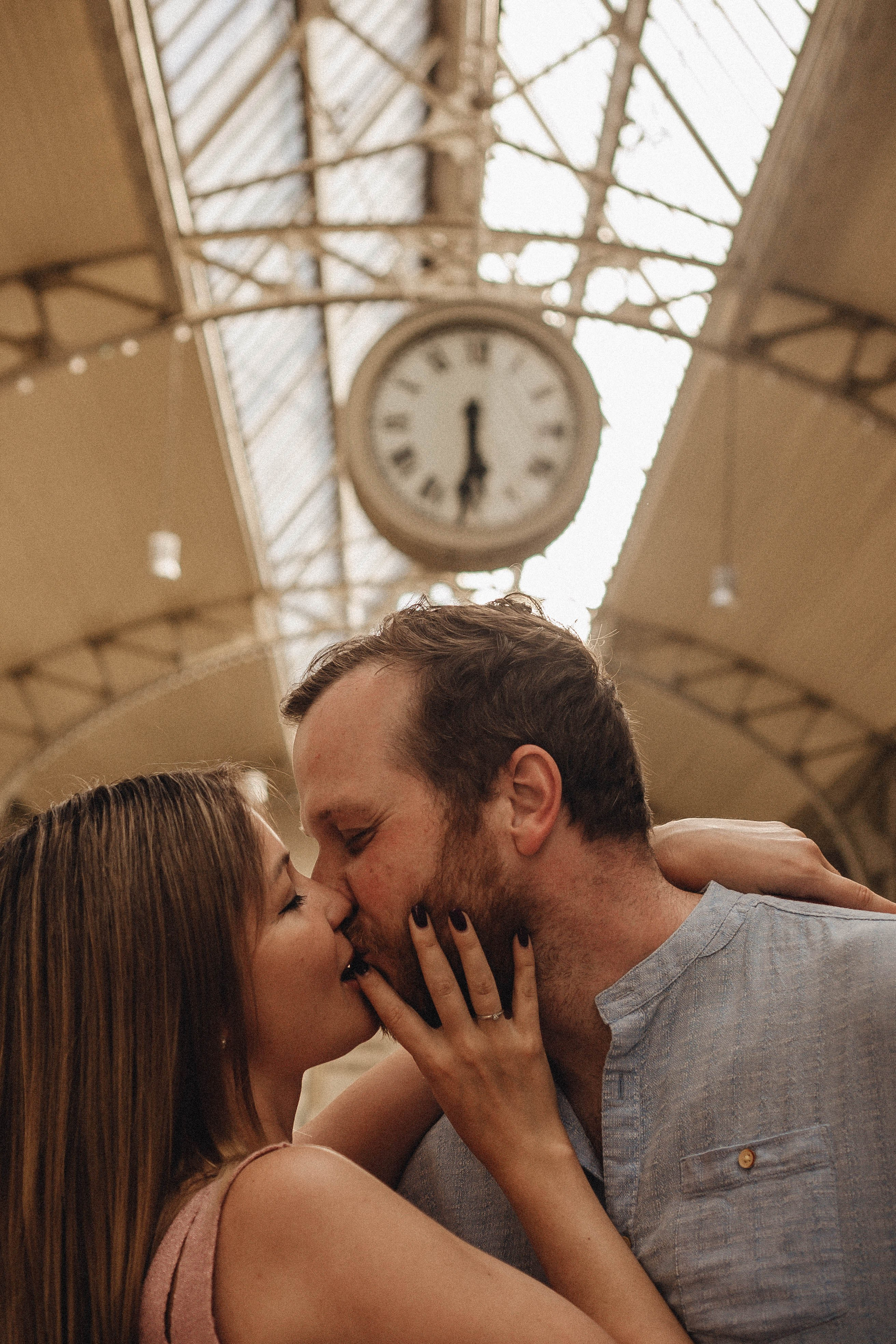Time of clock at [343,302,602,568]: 5:30
